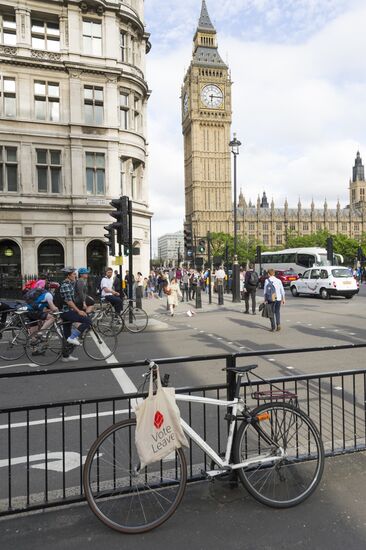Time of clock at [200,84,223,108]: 6:15
